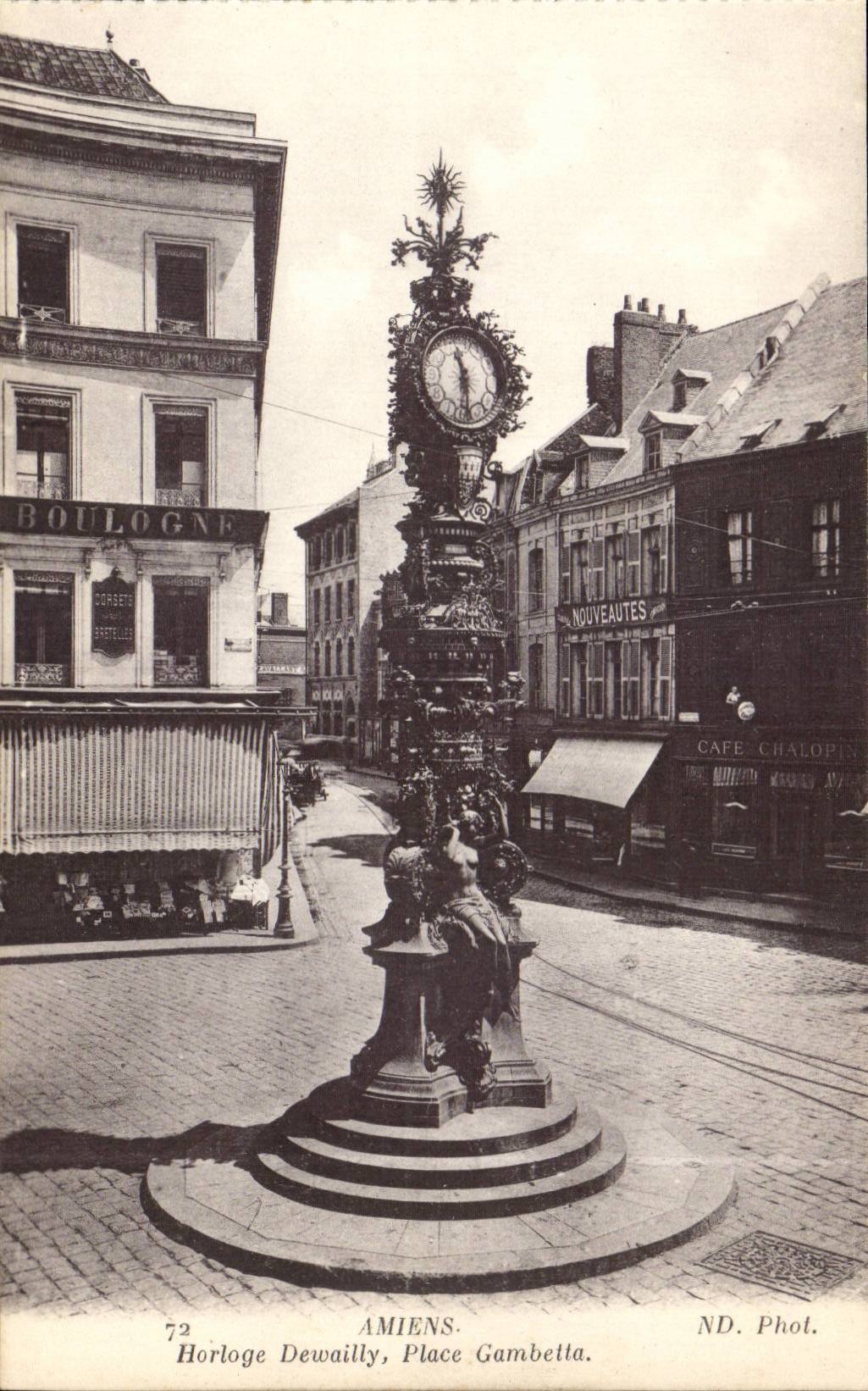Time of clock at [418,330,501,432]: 11:29
